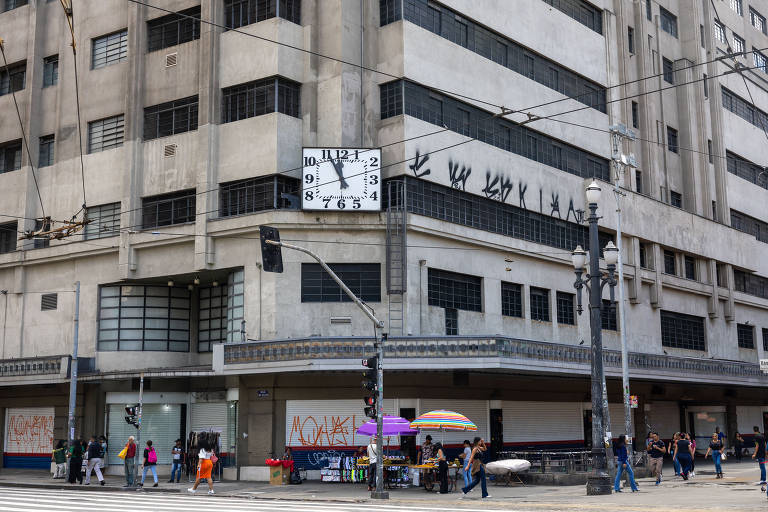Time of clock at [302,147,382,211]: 11:55
